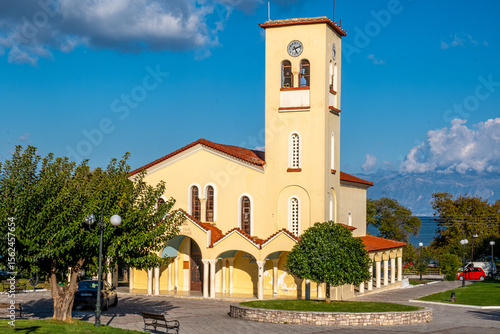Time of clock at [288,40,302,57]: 5:11
